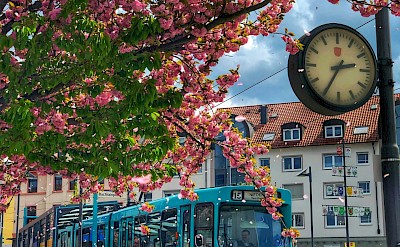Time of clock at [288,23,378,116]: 2:35
